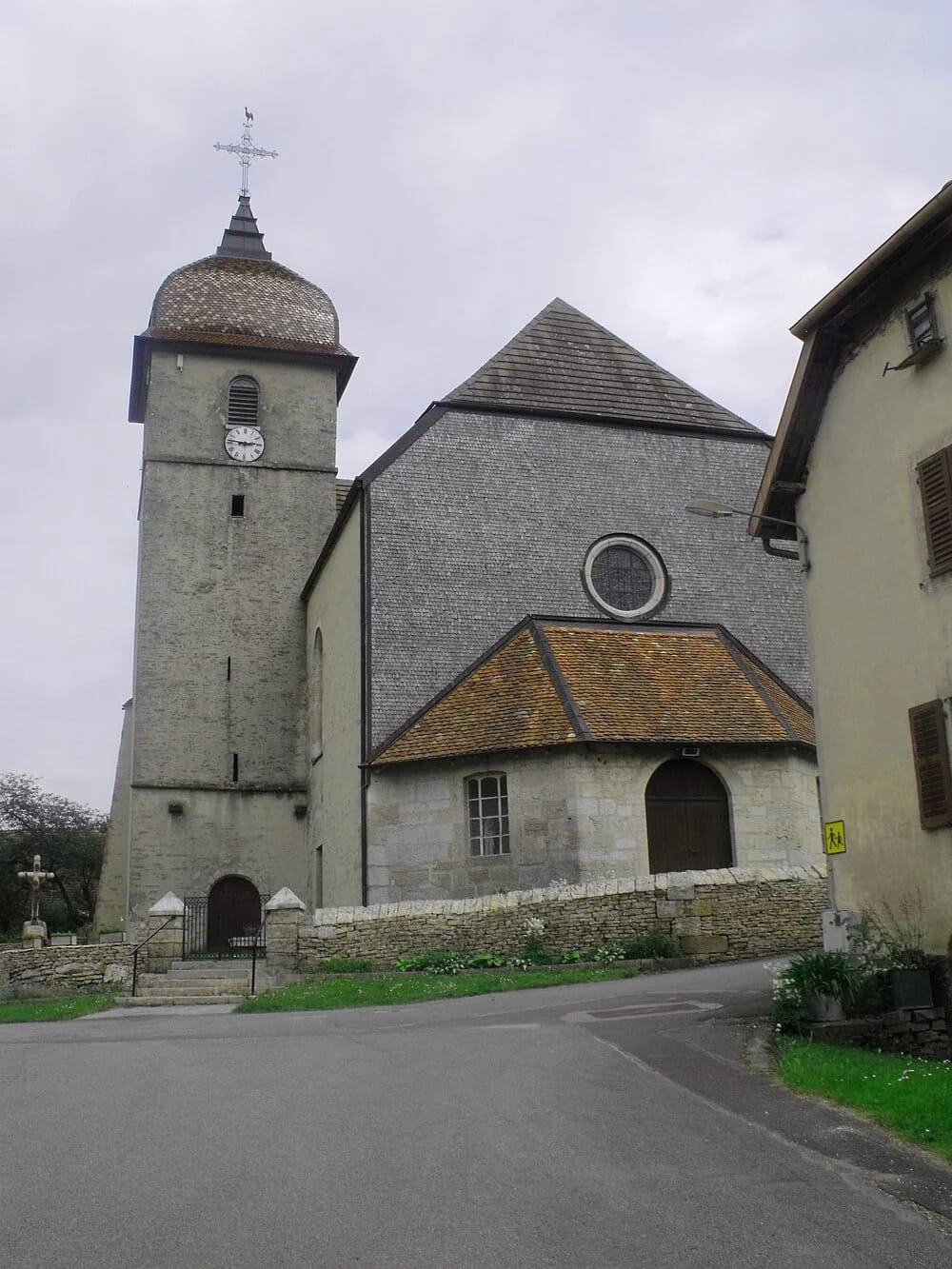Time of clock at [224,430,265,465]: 2:46
